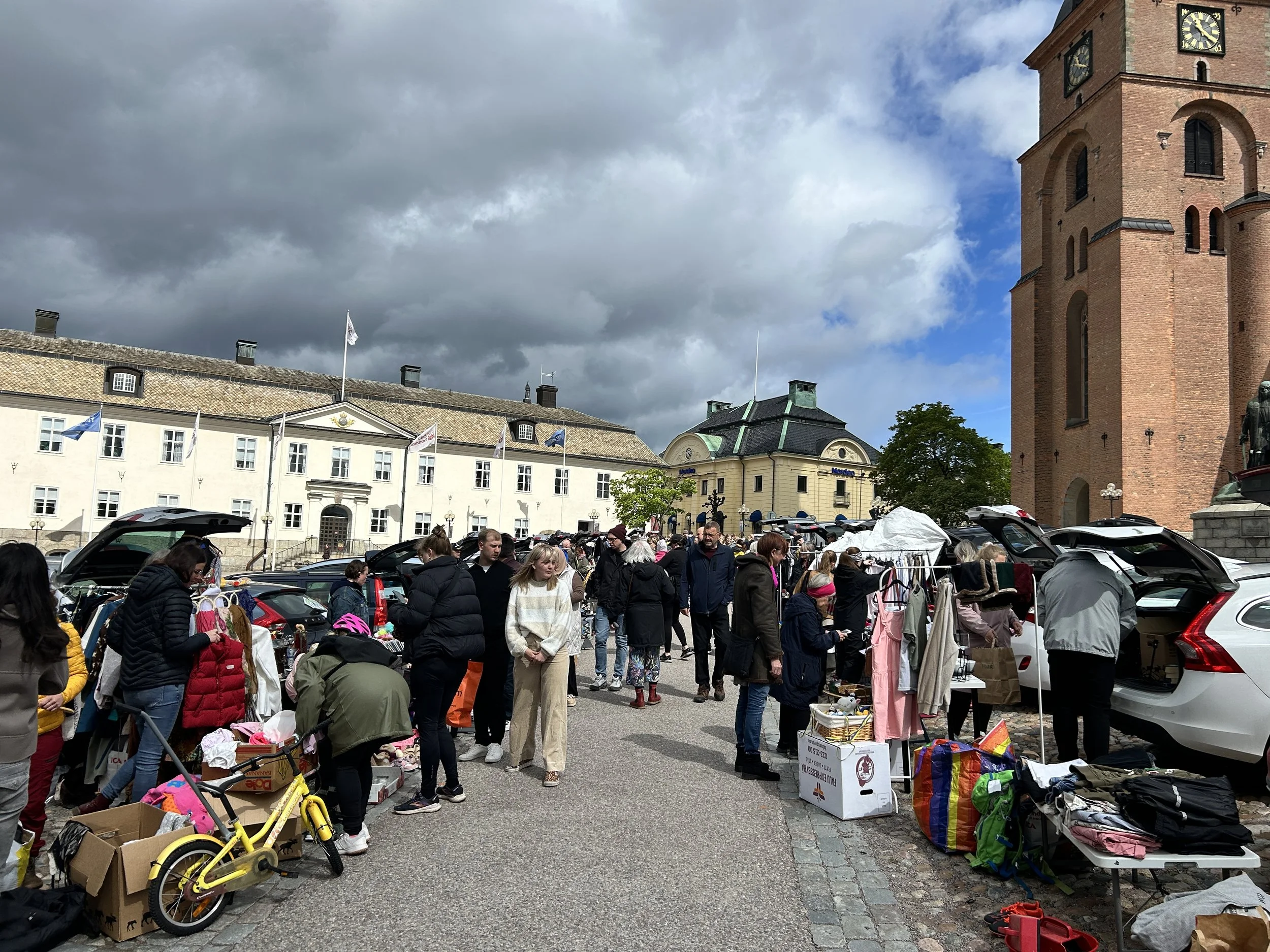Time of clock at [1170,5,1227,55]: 11:21
